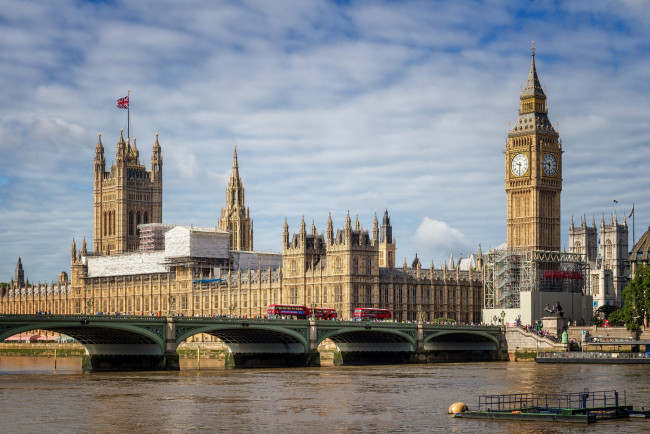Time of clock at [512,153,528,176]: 9:31
